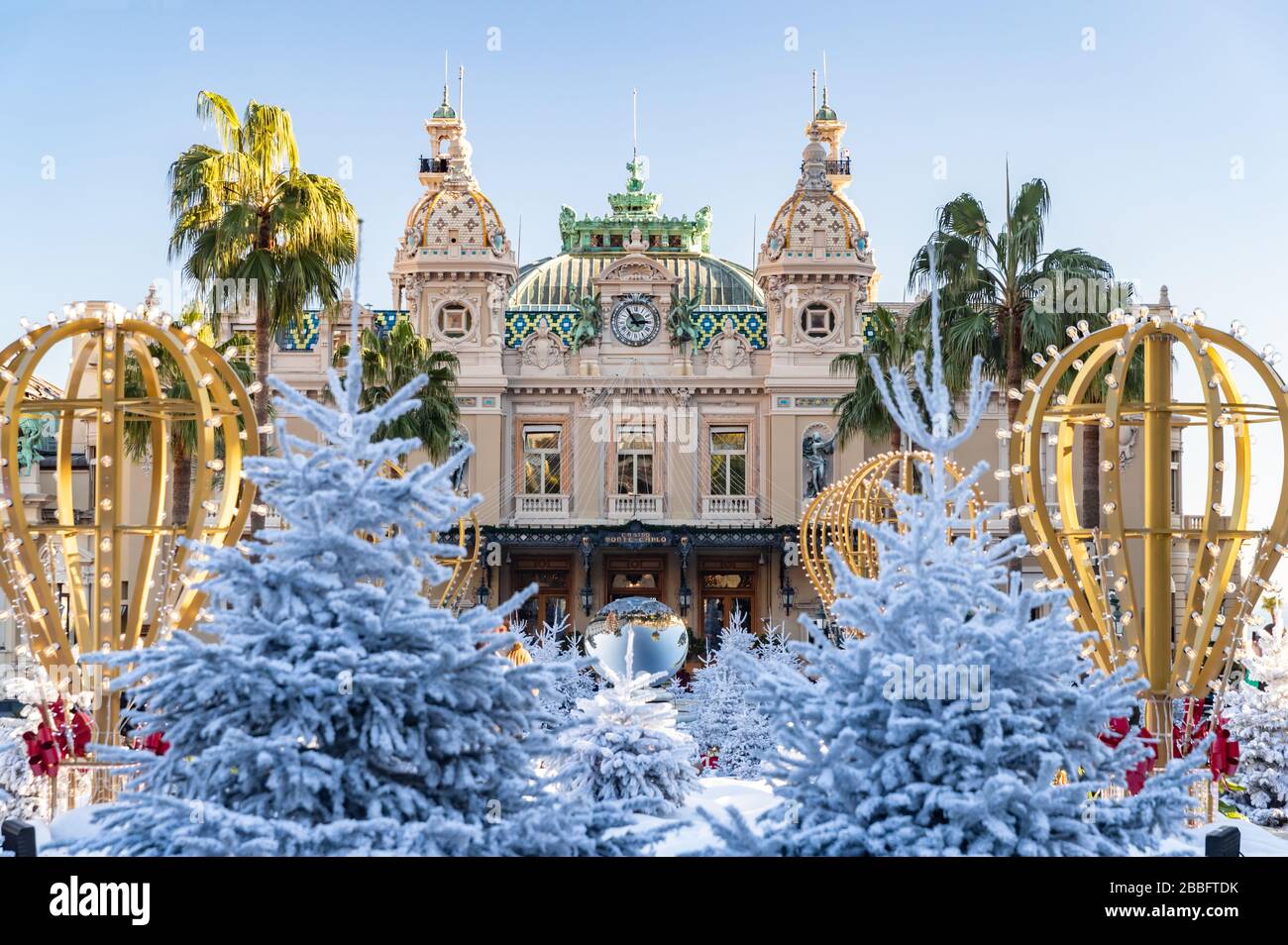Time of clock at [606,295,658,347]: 2:54
